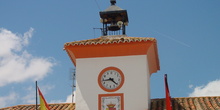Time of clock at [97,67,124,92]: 8:21
